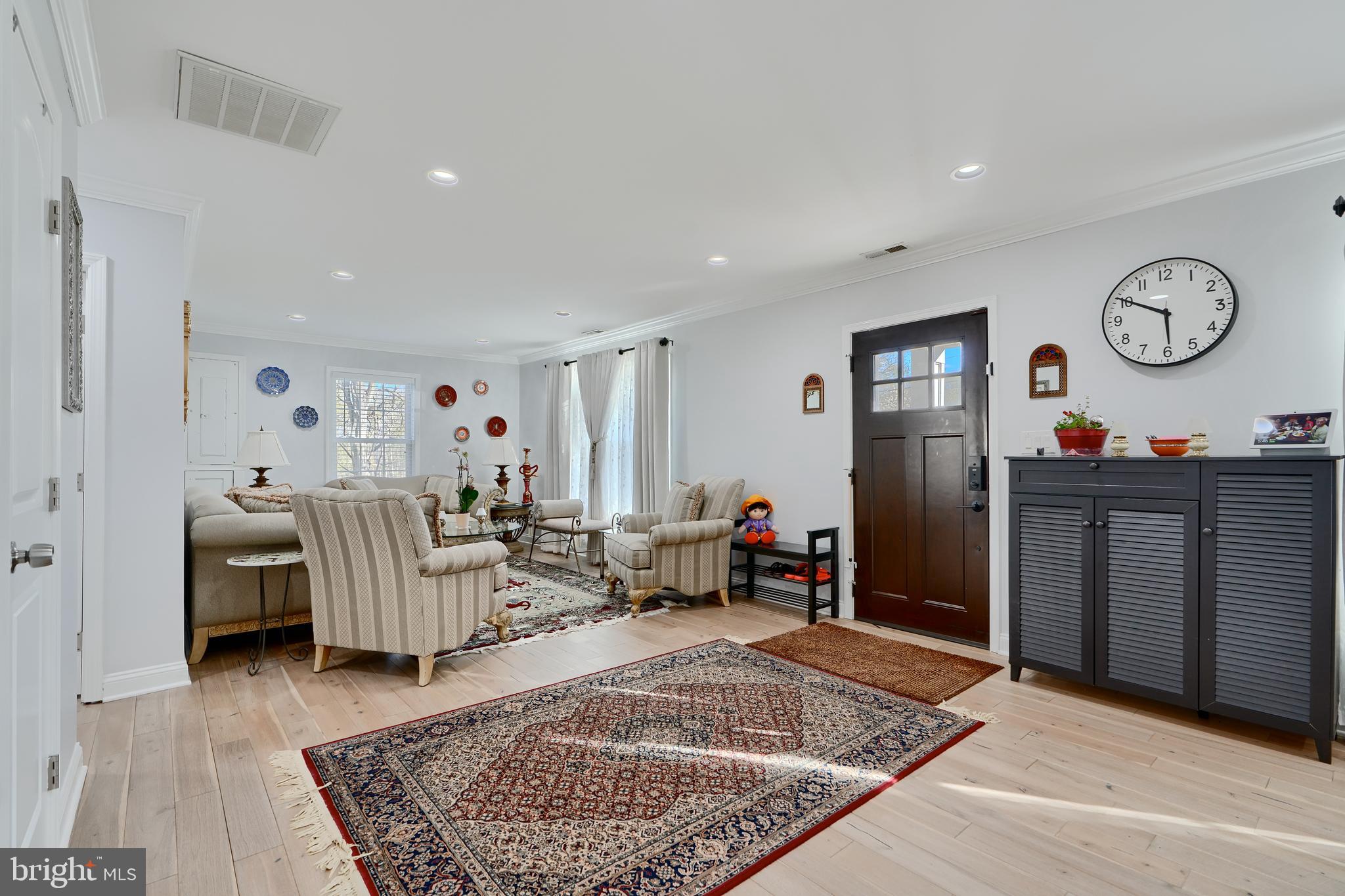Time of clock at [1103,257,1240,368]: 5:50
